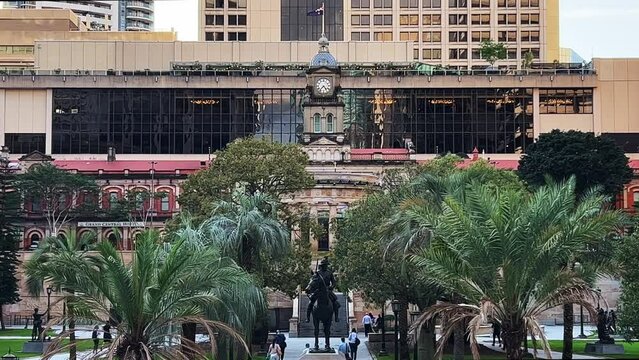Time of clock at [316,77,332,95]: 4:36
